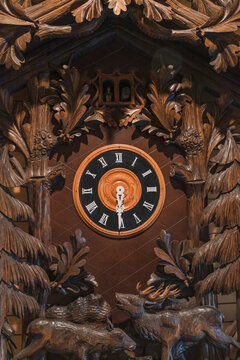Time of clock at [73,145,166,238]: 5:30
